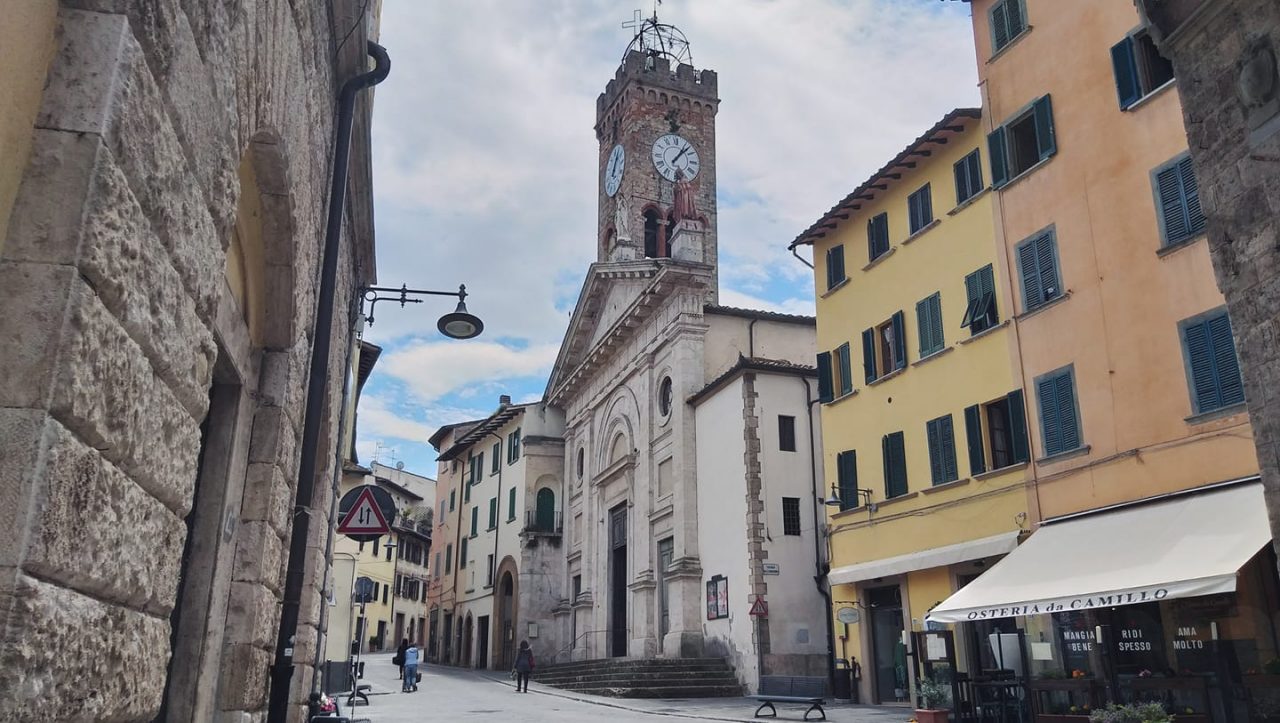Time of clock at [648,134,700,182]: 1:07
